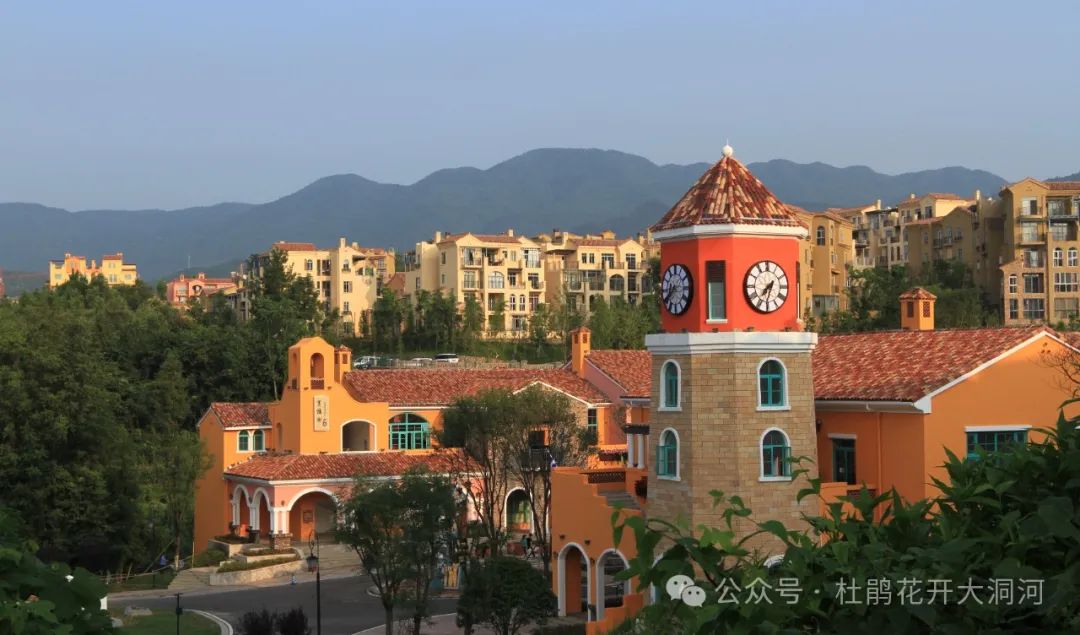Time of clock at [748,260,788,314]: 7:31
